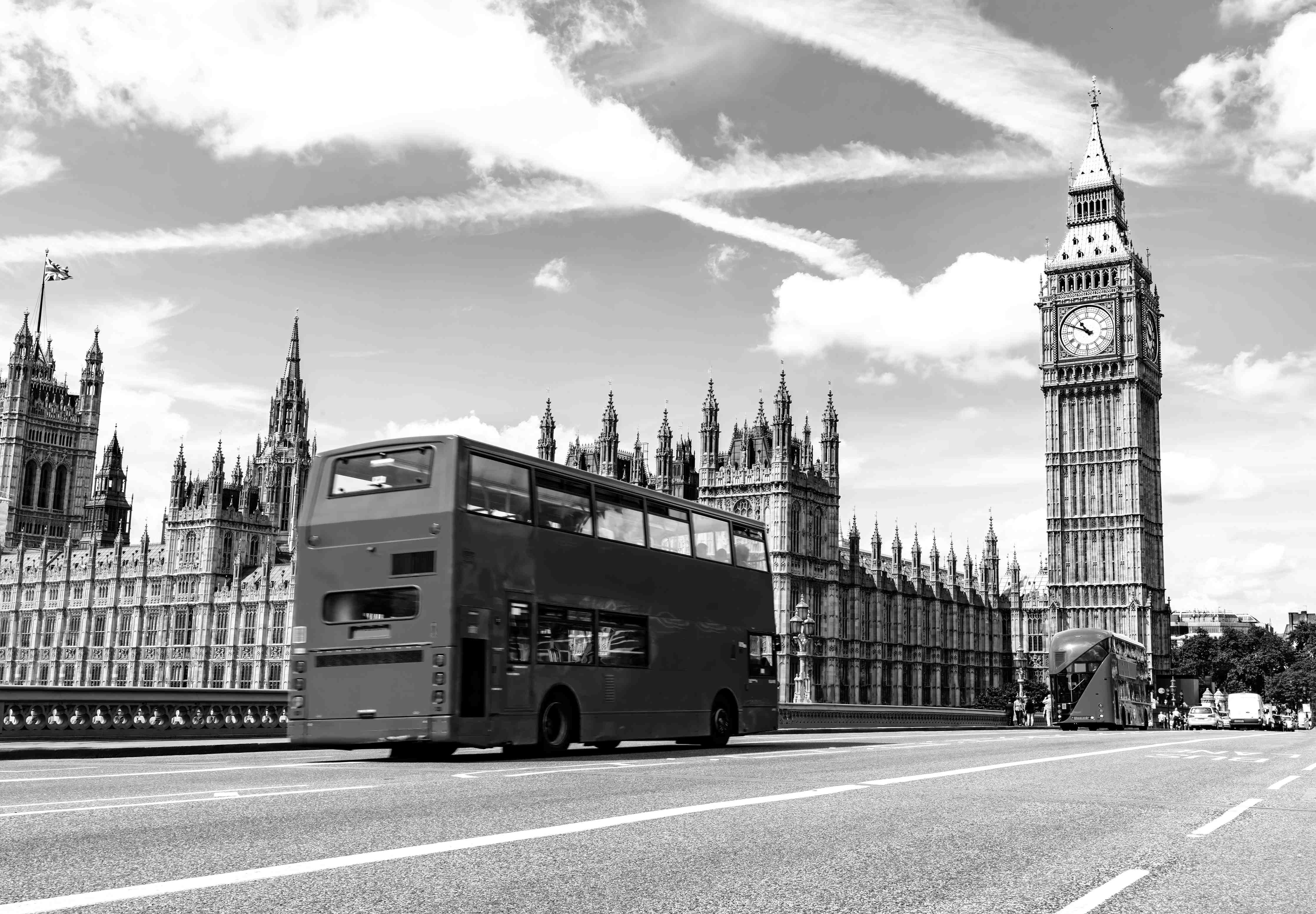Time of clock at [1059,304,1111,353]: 10:48
